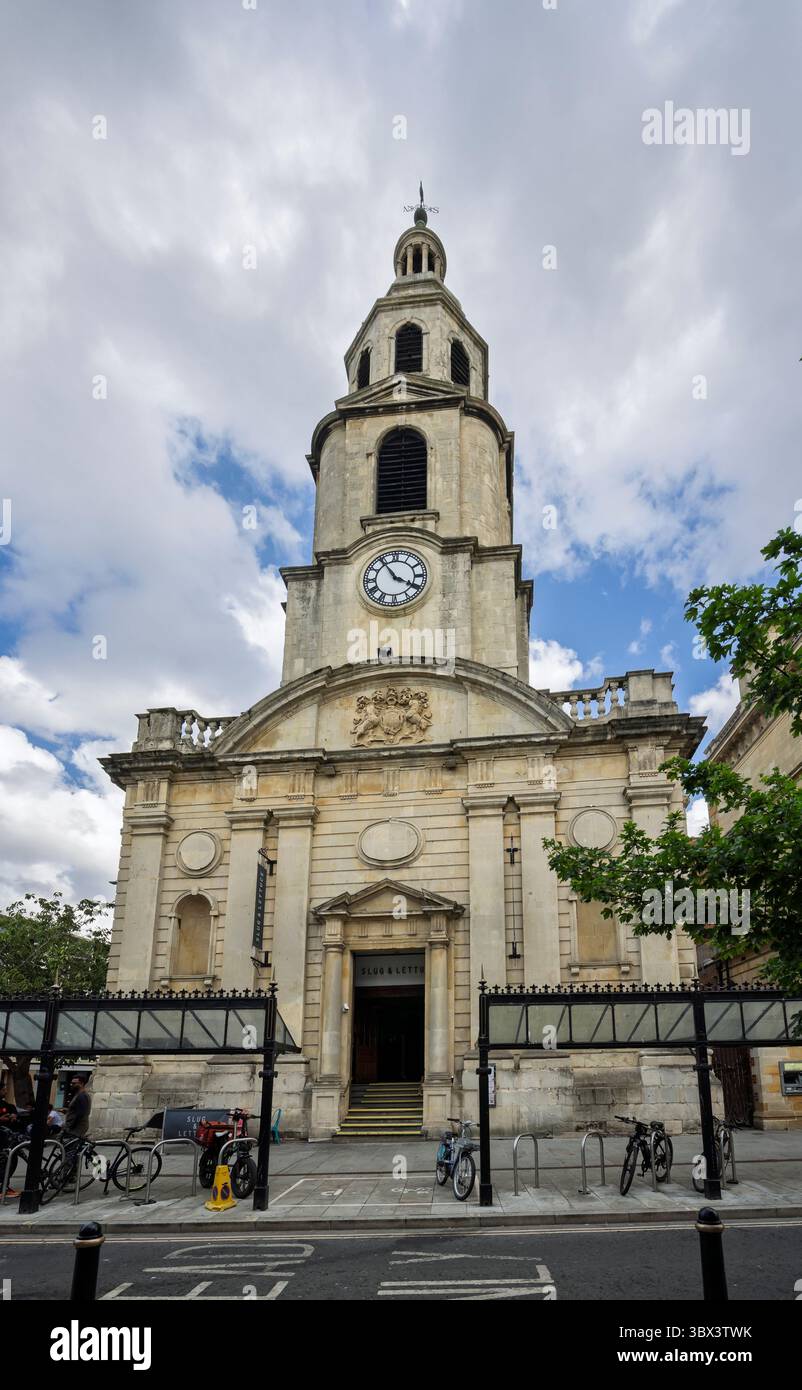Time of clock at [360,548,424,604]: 3:54
